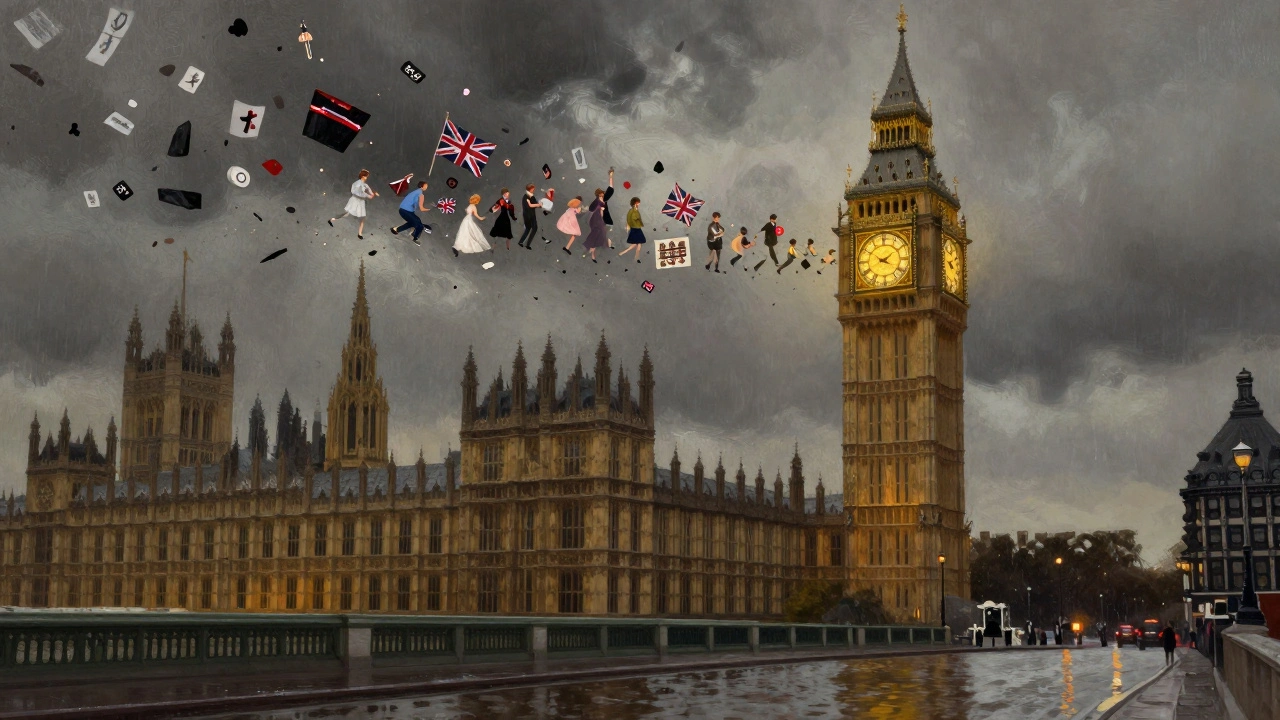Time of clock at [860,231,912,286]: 1:50
